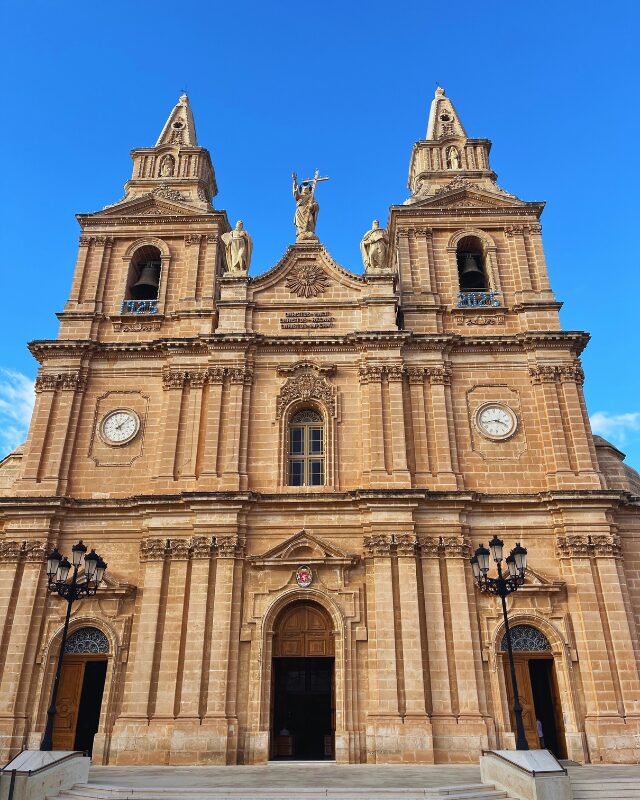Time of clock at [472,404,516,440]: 3:43
